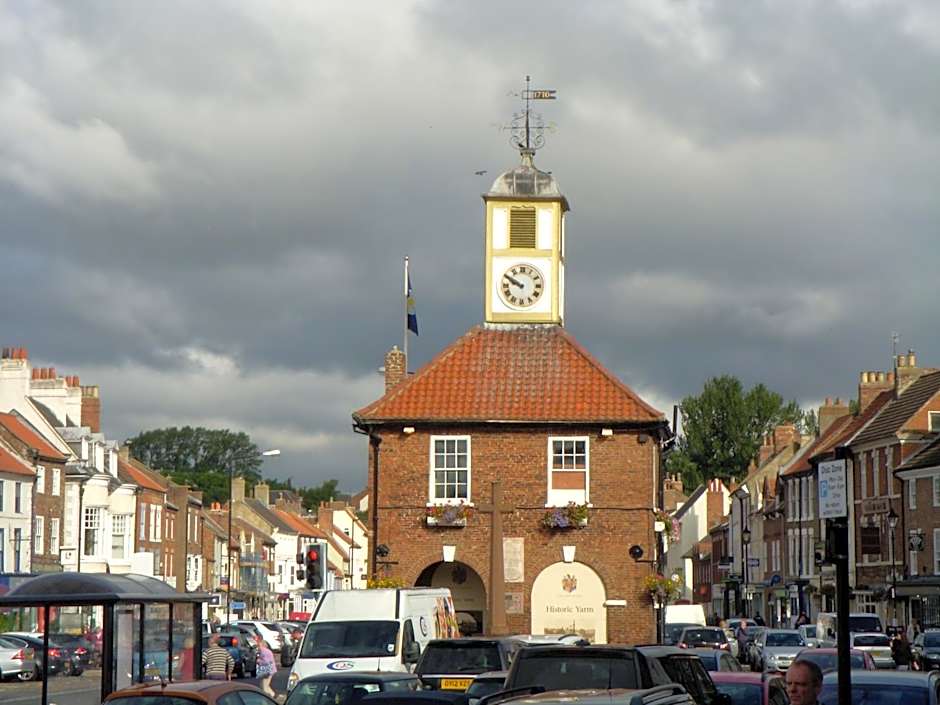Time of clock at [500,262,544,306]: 9:50
